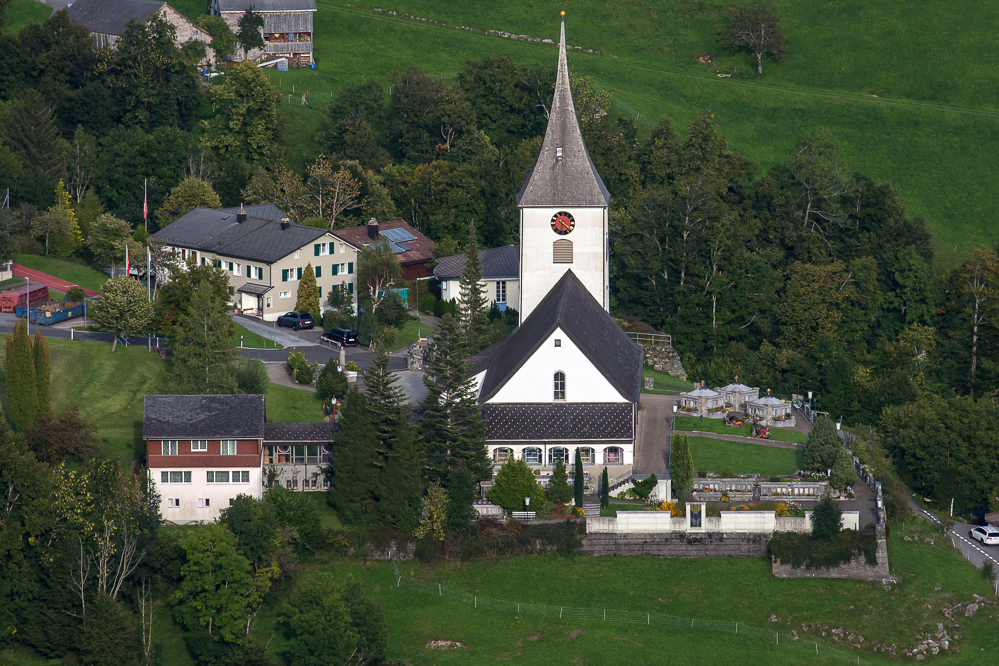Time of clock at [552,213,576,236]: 6:21
